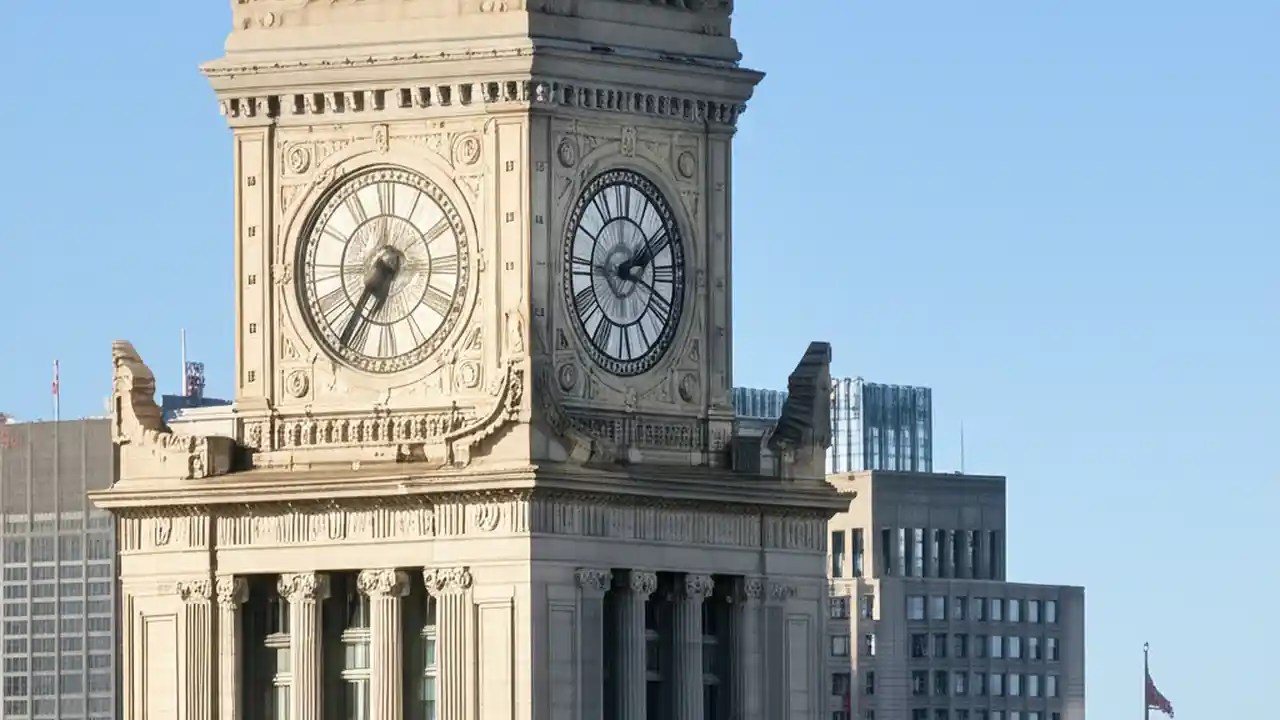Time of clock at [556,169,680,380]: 2:18
